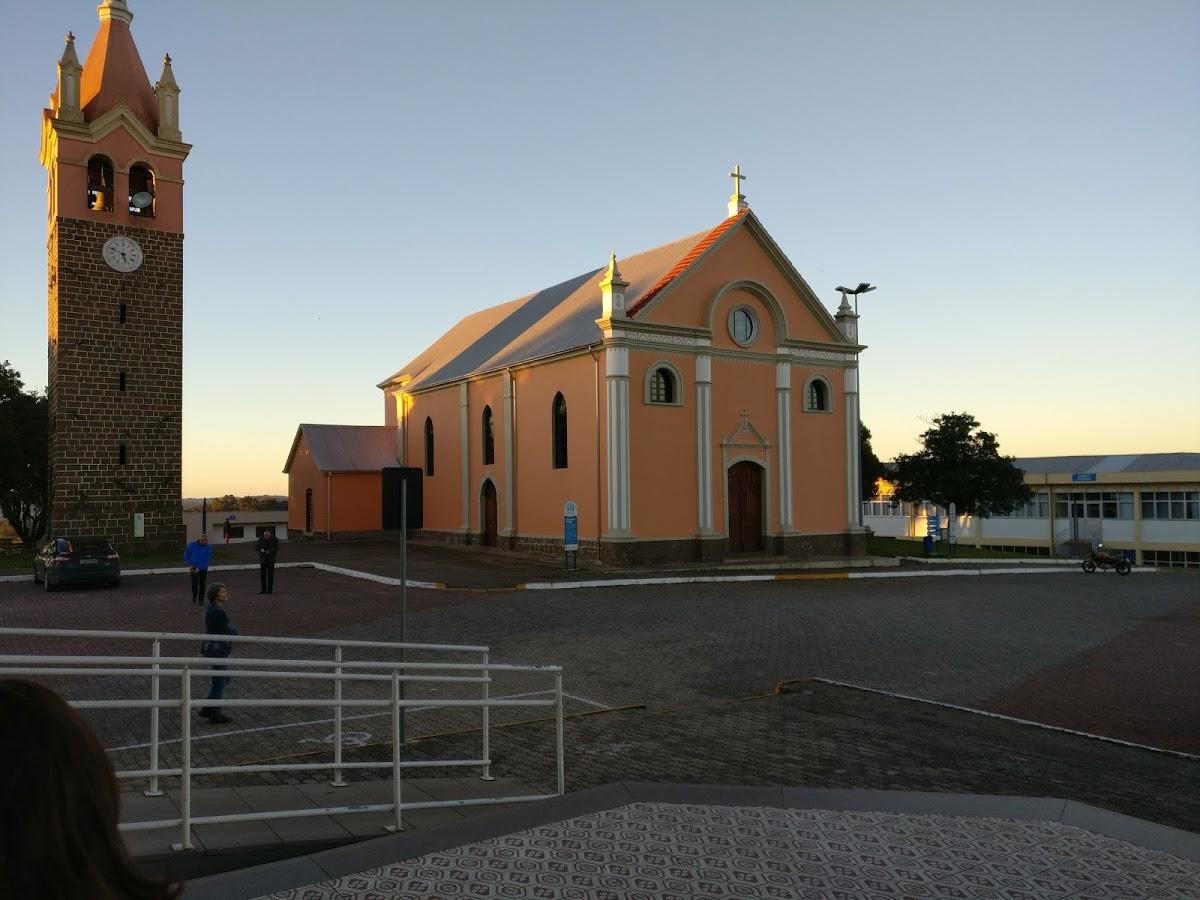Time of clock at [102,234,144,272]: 5:48
